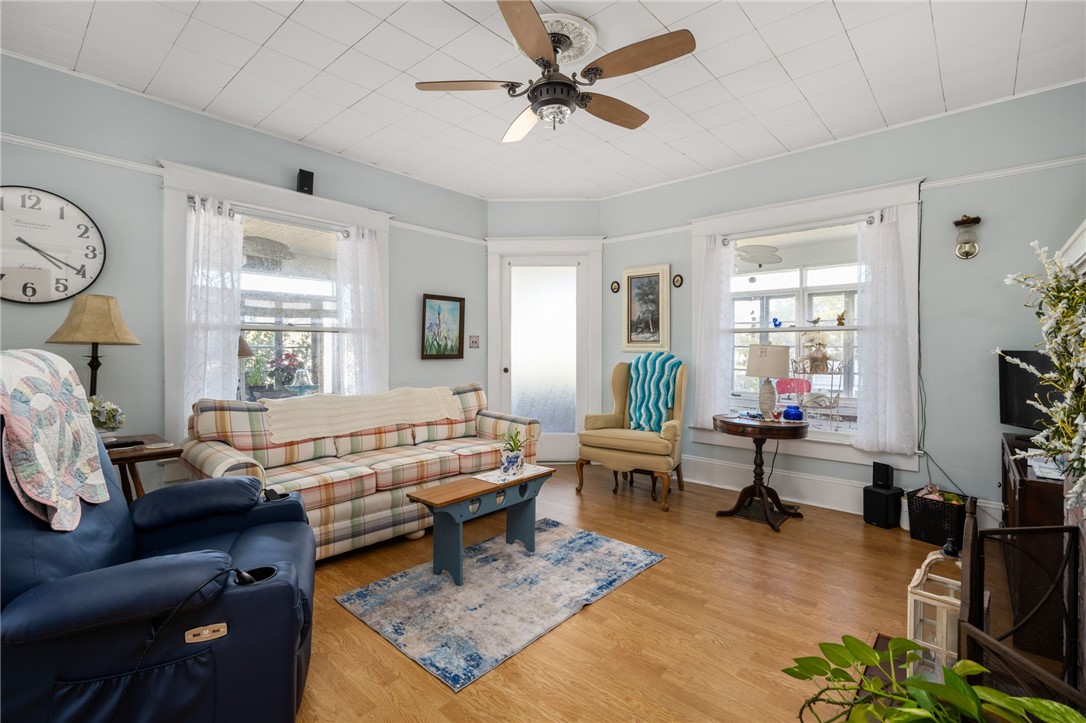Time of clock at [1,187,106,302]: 4:20
